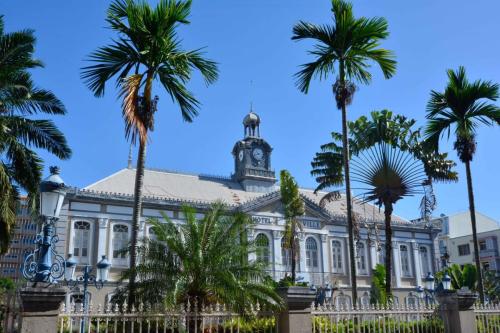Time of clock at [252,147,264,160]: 10:42
